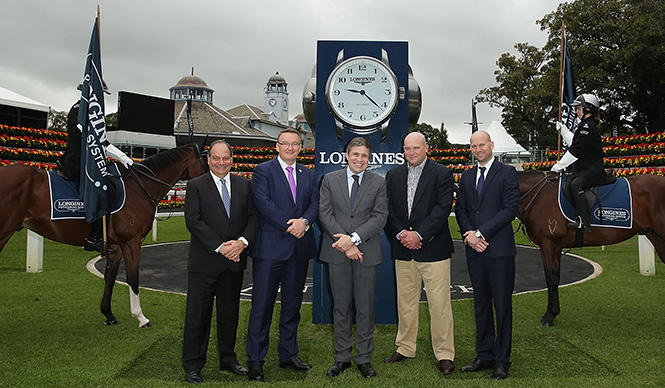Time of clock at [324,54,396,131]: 9:21
